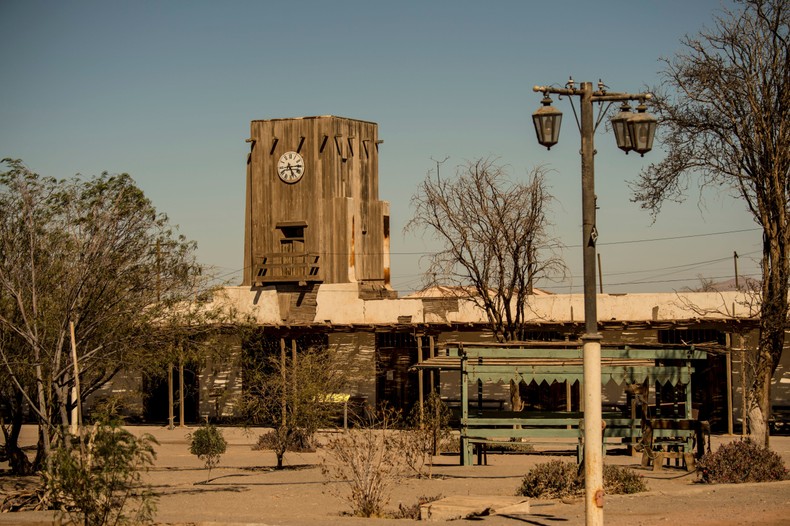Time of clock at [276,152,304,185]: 5:14
